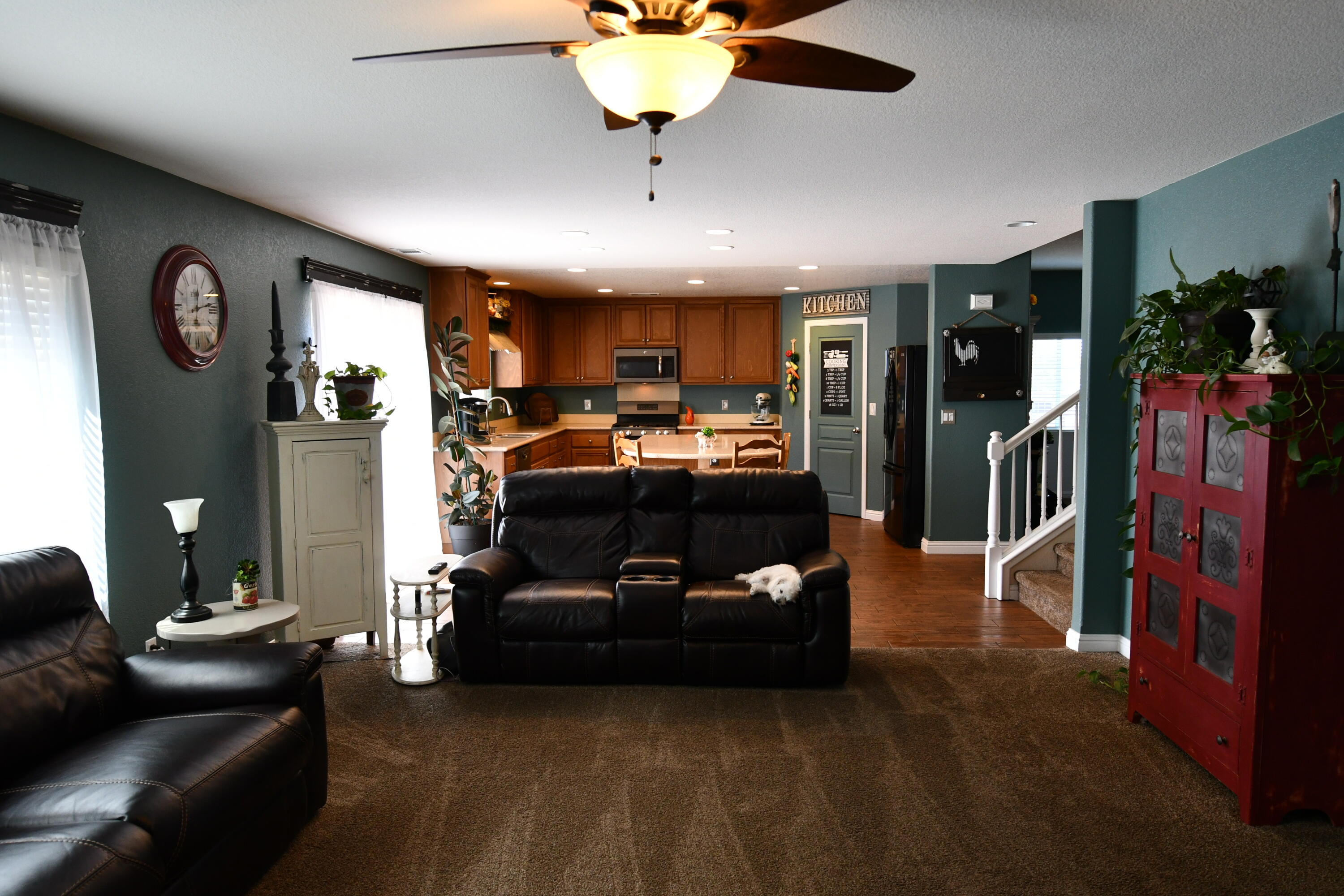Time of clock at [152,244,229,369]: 12:12
